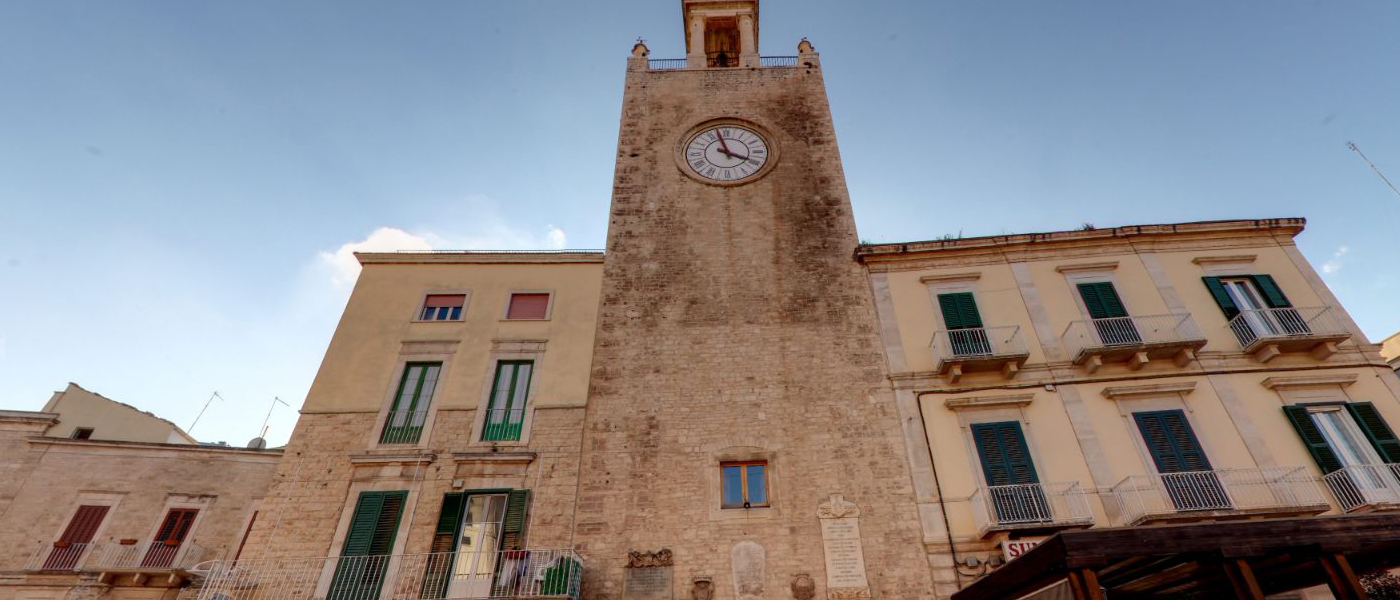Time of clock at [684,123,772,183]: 3:57
